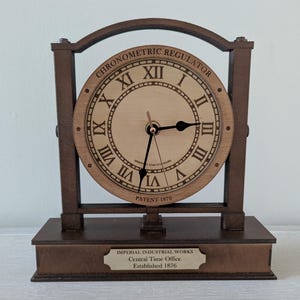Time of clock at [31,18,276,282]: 2:32
